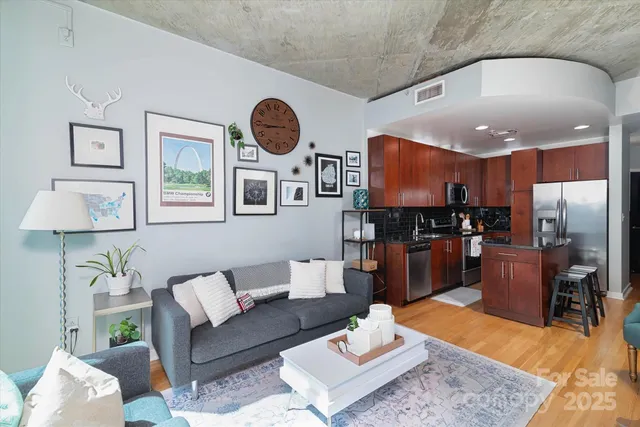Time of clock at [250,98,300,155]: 8:44
